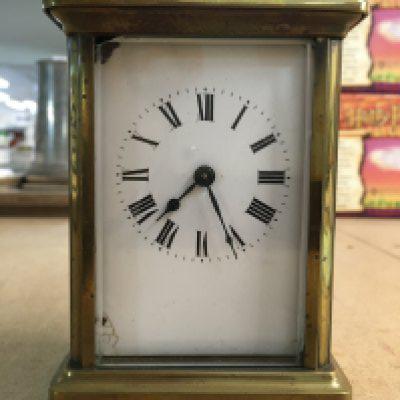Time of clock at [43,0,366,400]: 7:25
